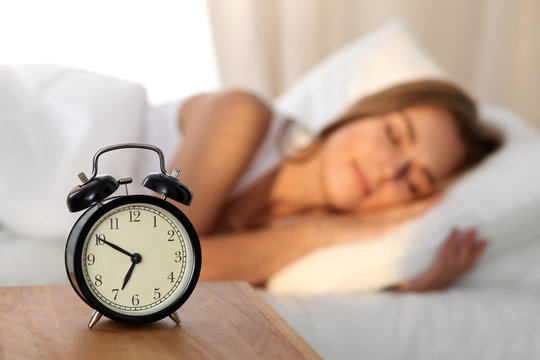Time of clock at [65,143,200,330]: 6:50
